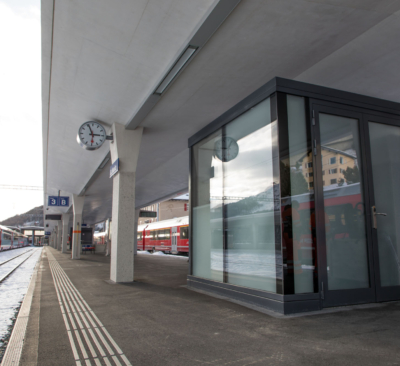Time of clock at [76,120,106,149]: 2:56
